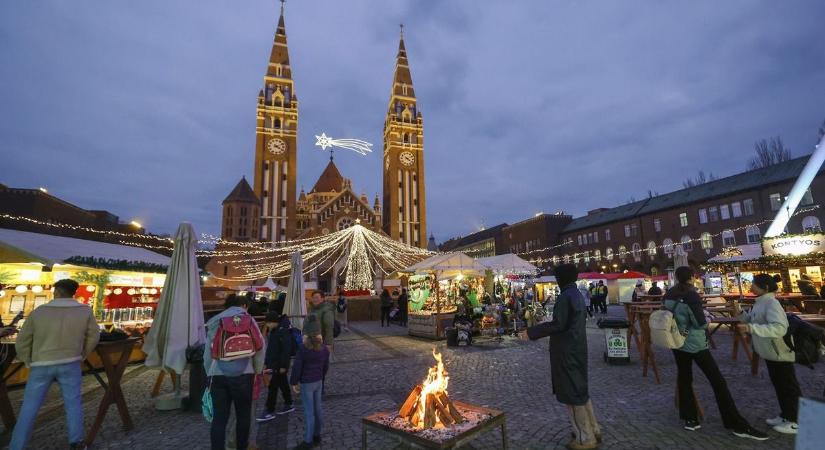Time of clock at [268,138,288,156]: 4:10
